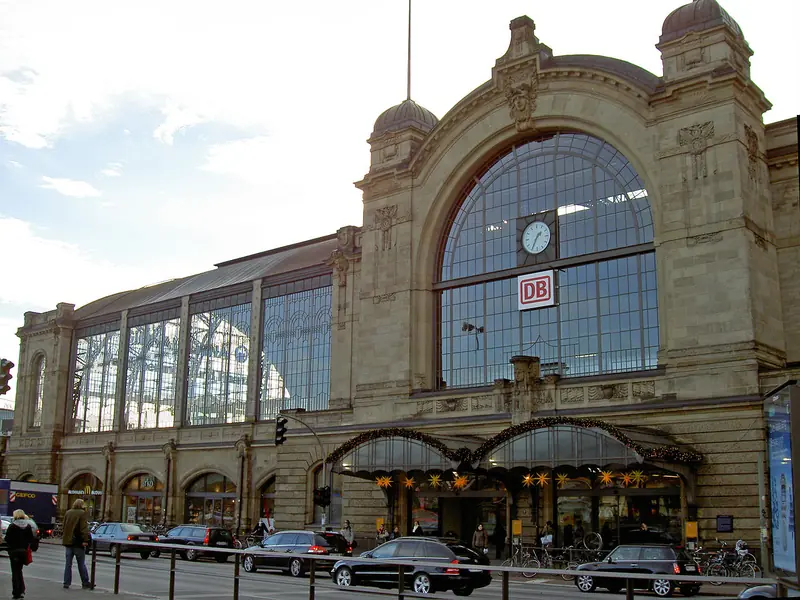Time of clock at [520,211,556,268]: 1:34
